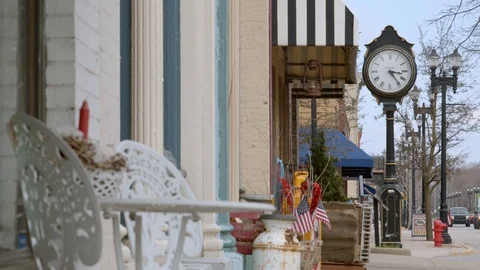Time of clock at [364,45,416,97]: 3:23
